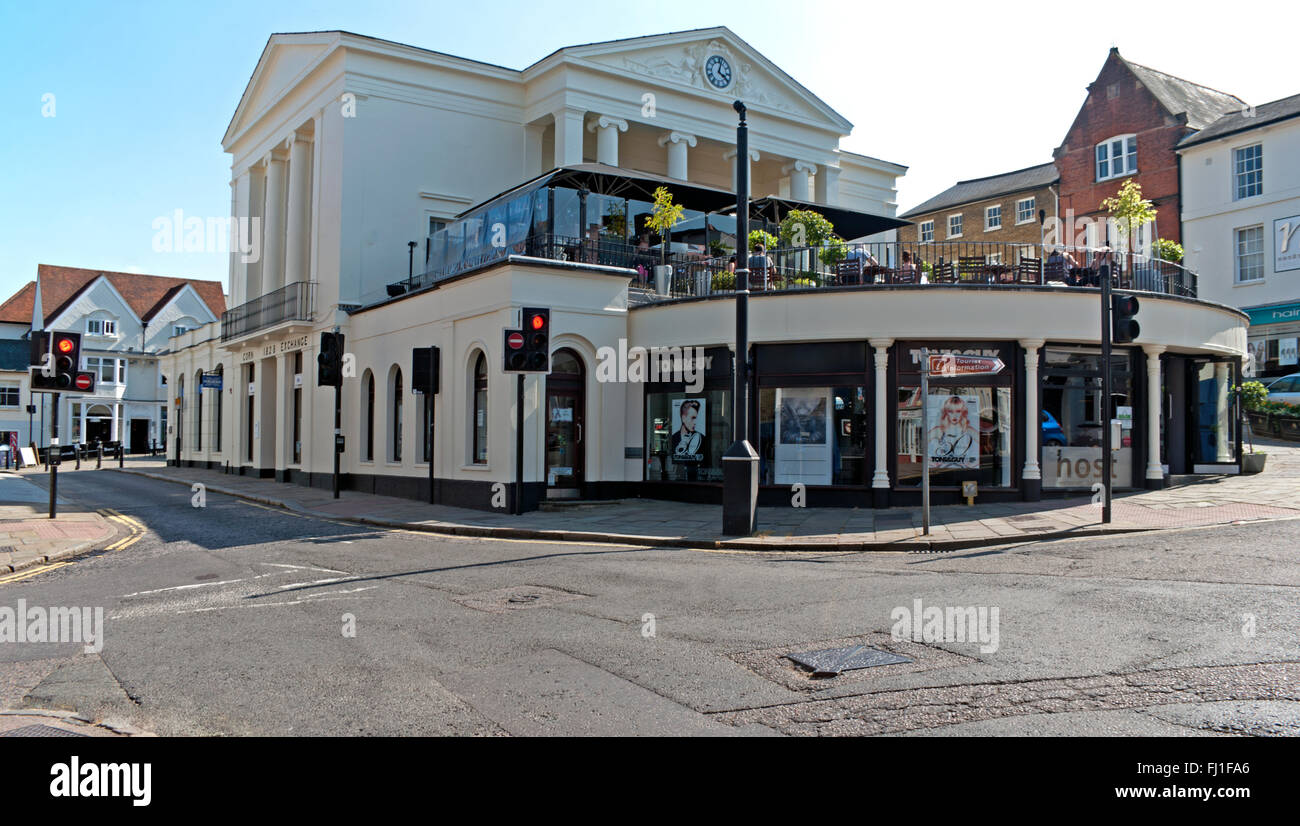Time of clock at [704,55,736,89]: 4:02
